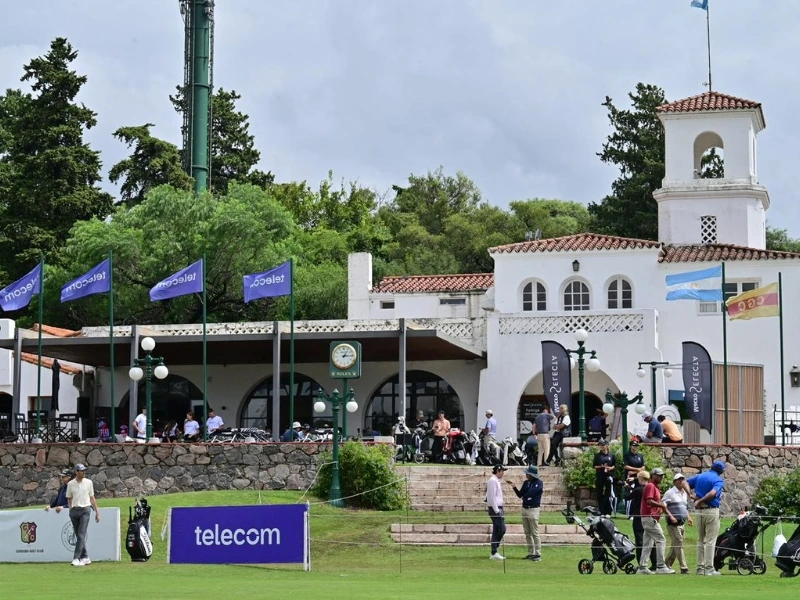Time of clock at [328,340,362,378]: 1:14
